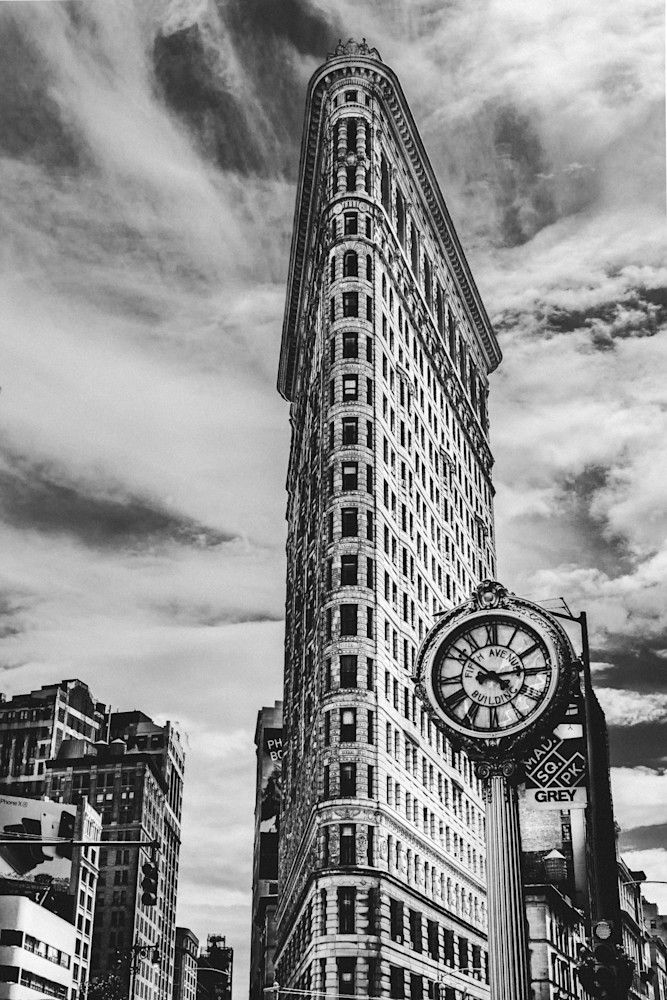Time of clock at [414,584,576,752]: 2:51
